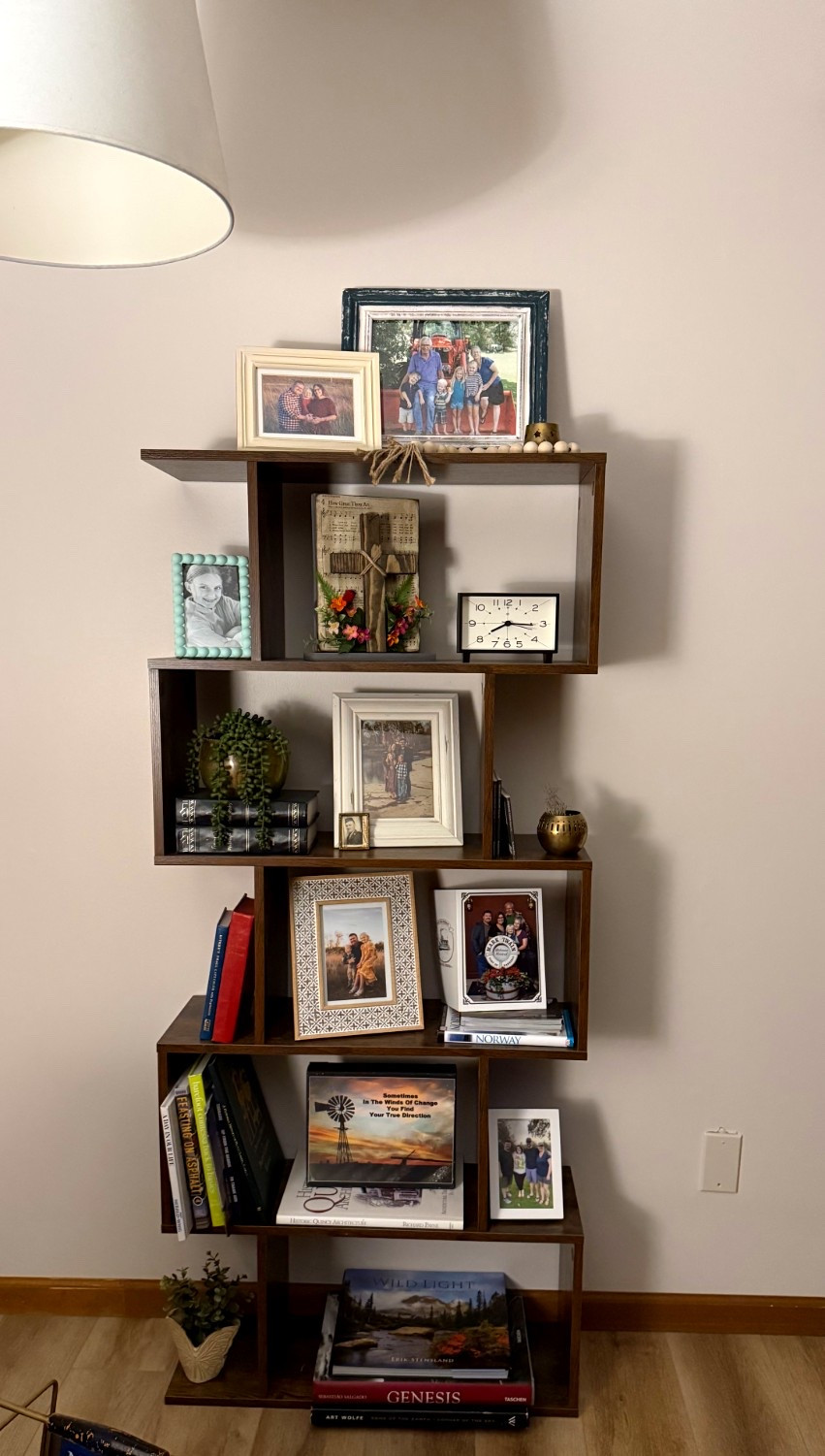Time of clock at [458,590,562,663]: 8:16
